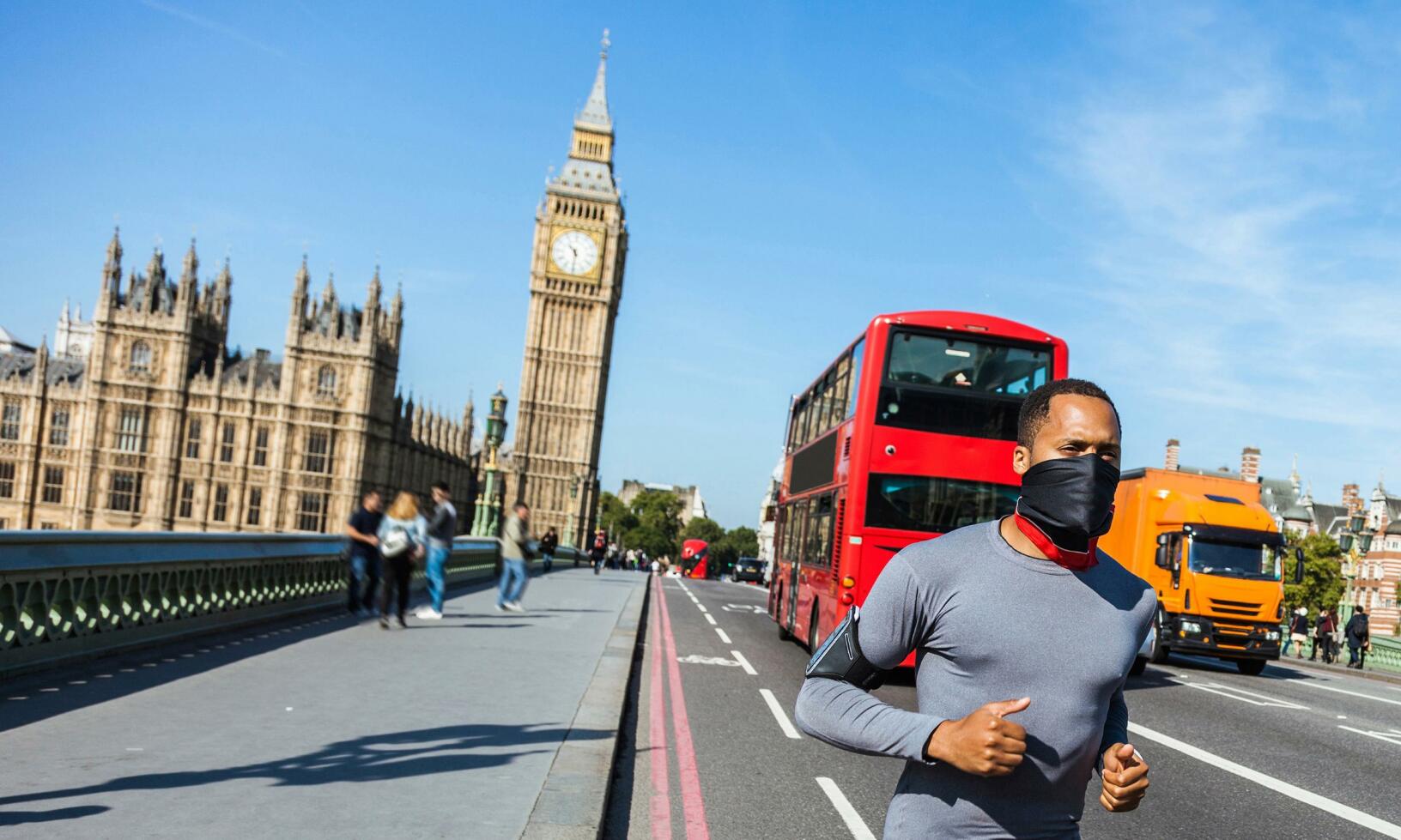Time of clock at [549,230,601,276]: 10:30
